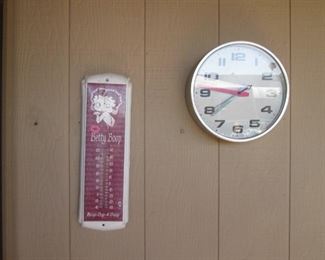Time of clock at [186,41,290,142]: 7:46
